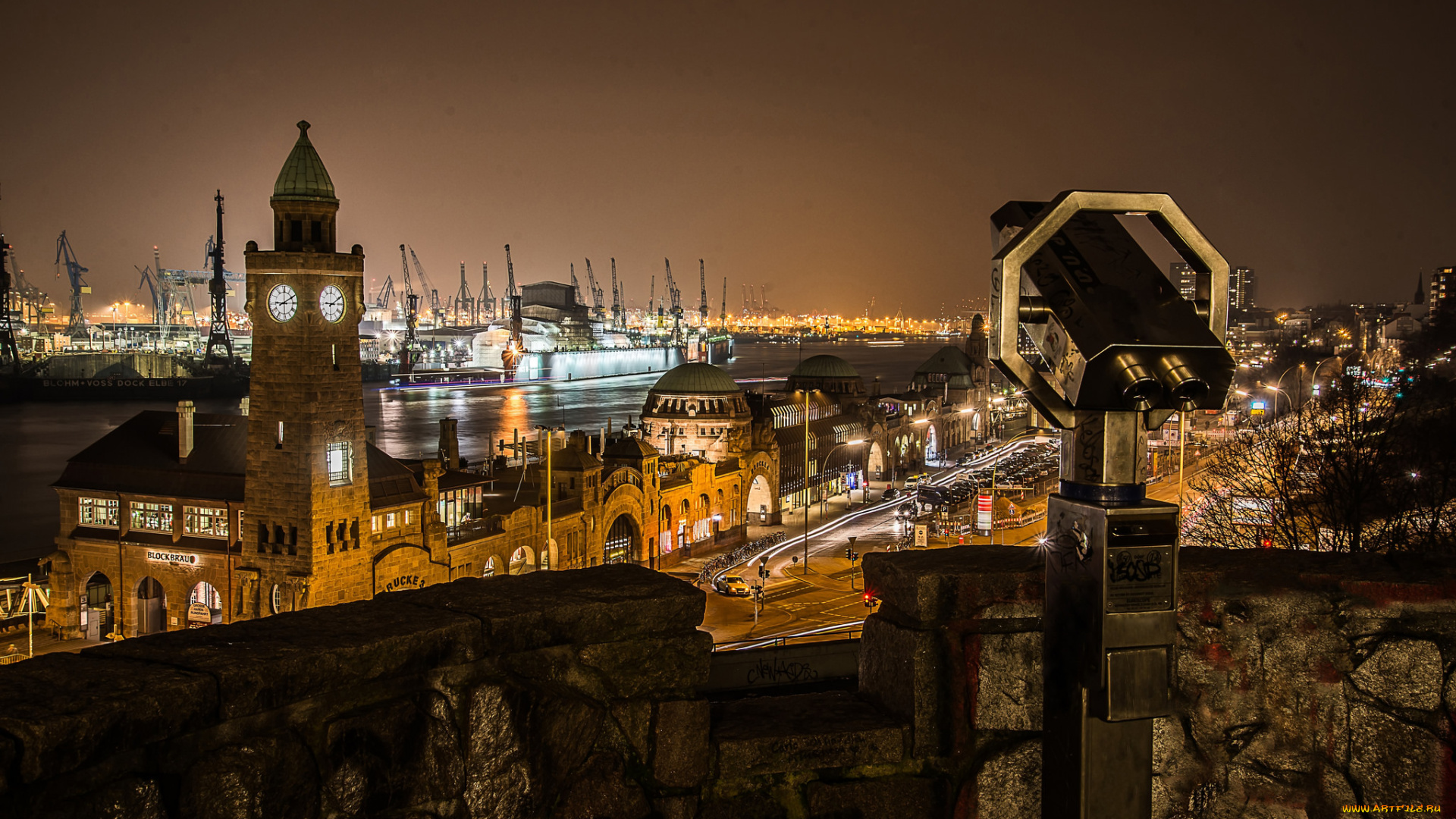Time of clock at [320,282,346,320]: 9:10
